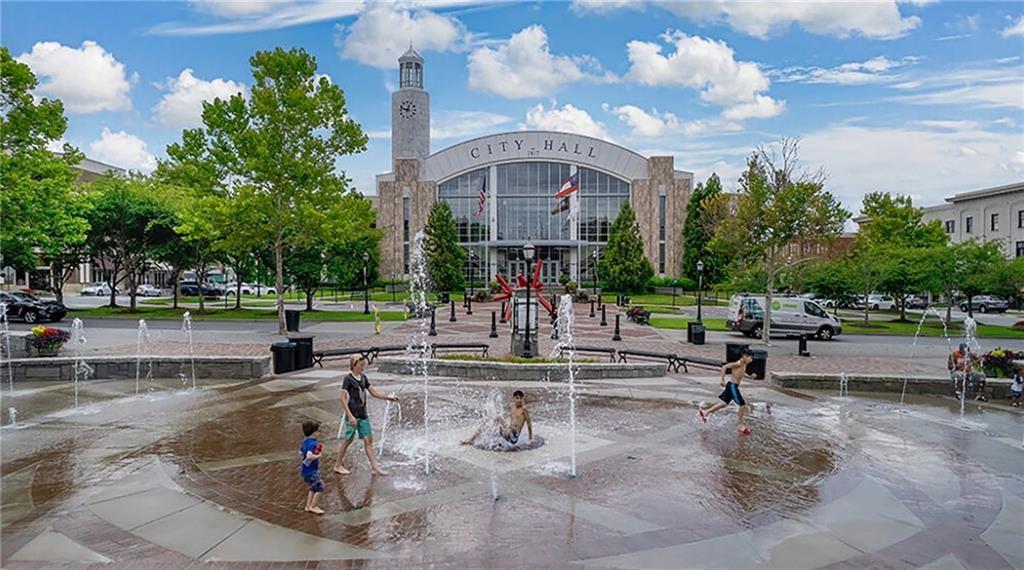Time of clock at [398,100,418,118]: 12:48
